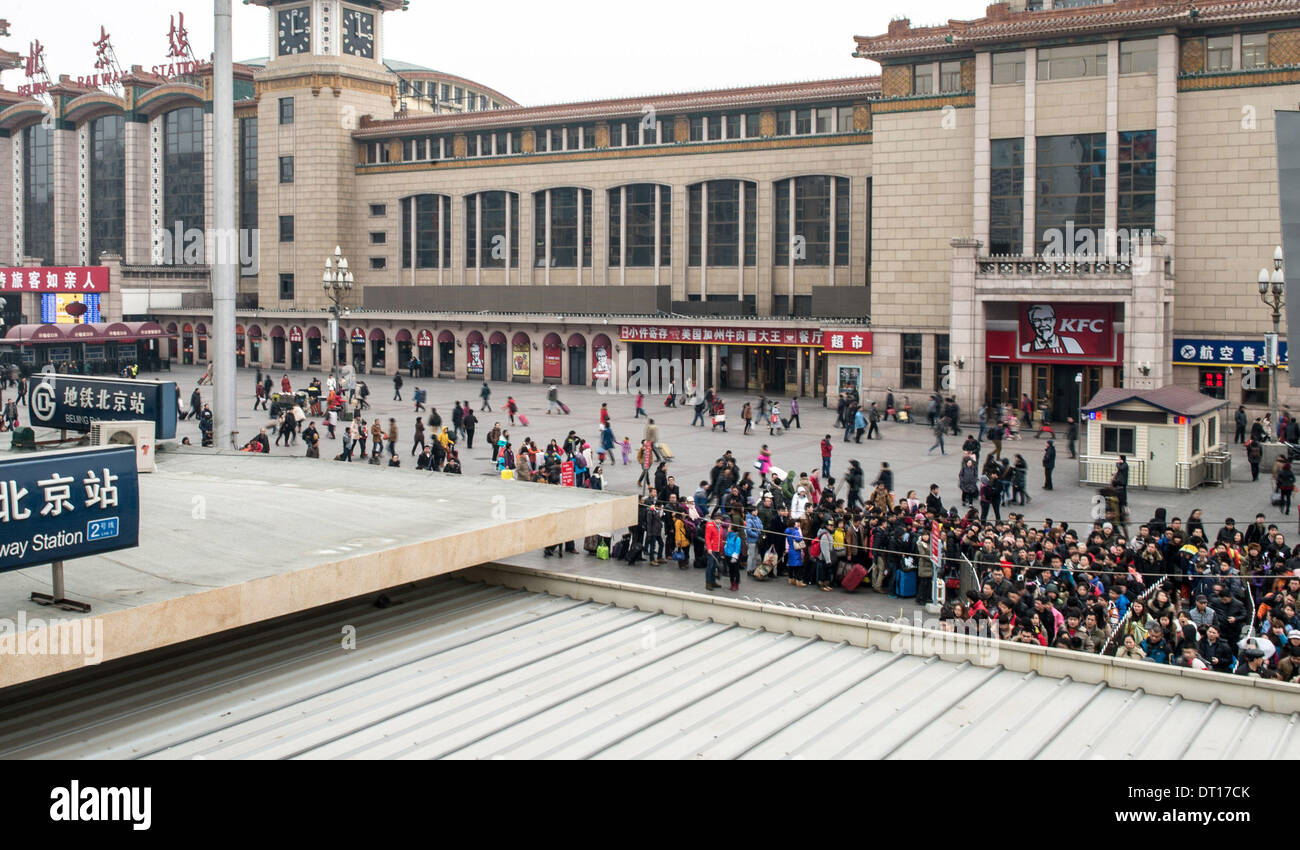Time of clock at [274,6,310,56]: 12:14
